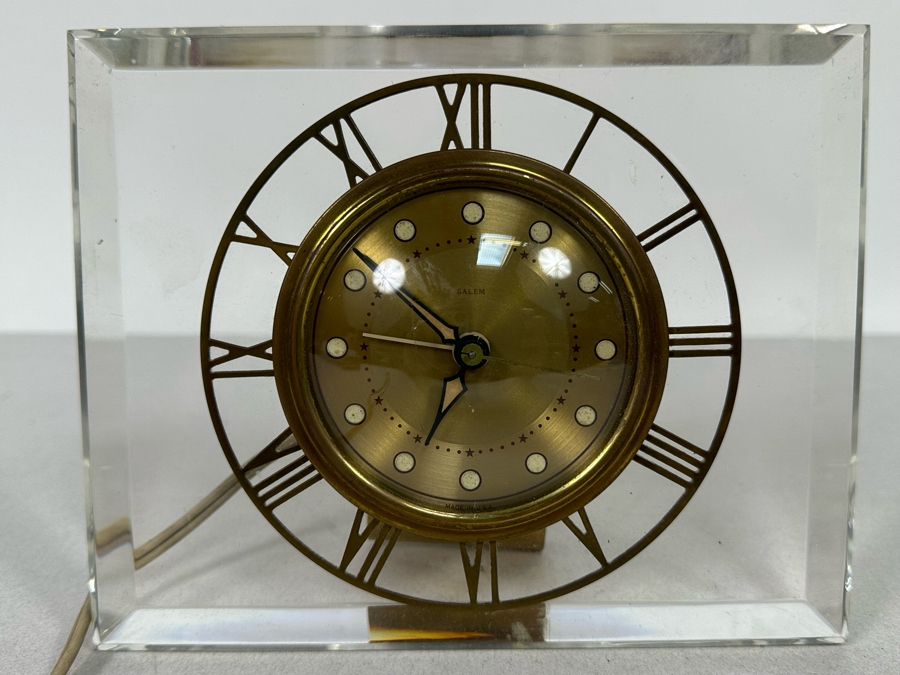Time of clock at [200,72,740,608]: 6:52
